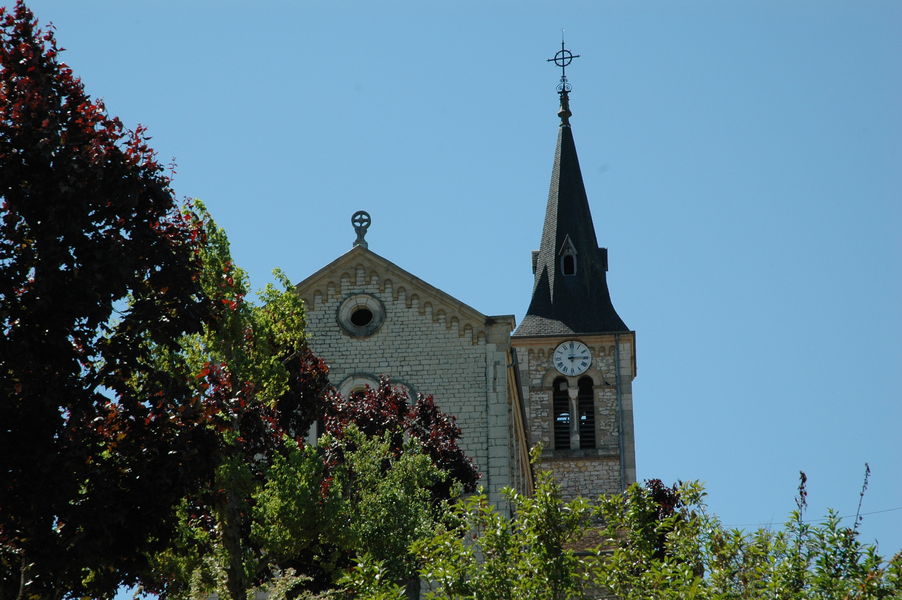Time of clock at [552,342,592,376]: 3:00
